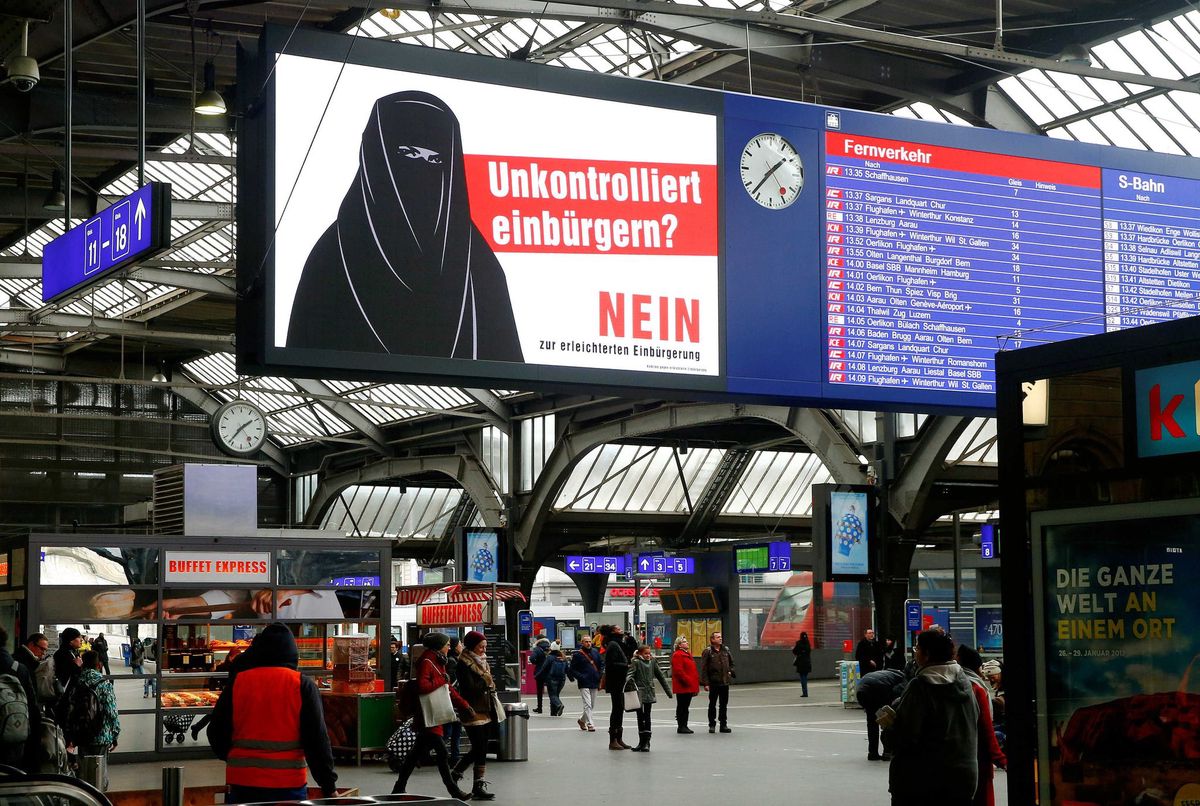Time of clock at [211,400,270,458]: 1:36
